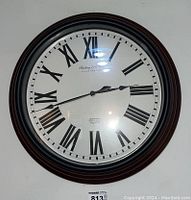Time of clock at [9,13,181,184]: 2:42
